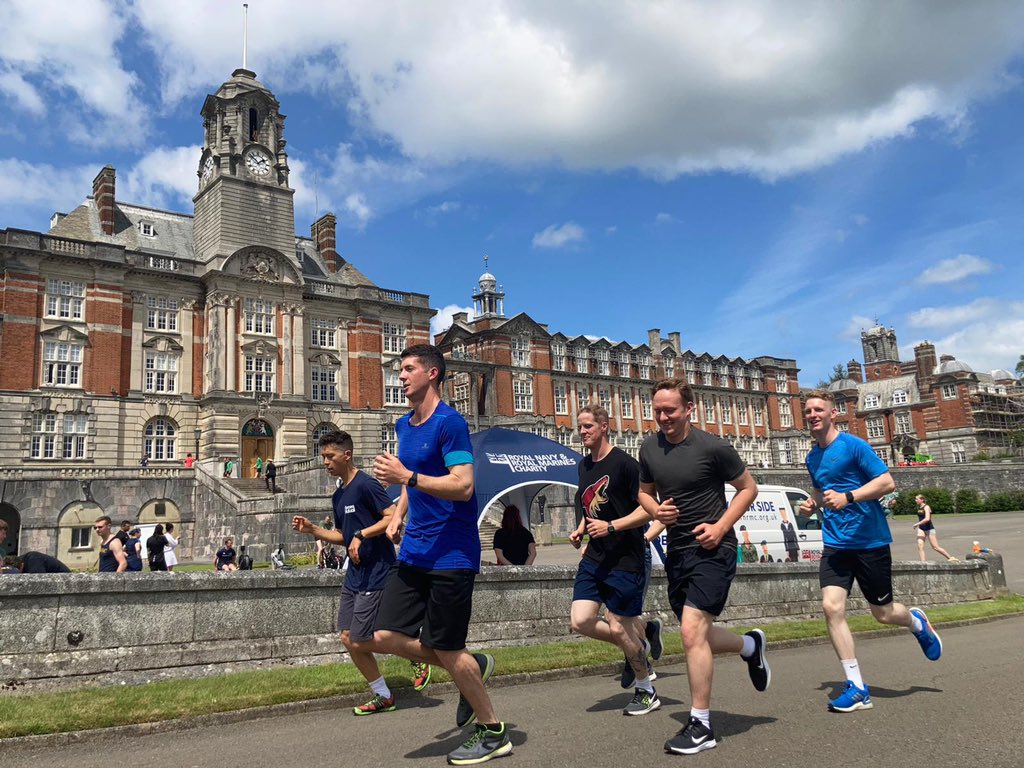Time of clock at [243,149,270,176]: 1:51
